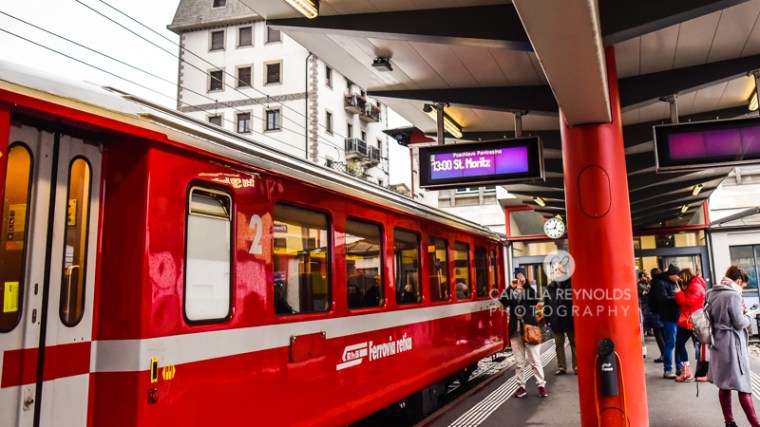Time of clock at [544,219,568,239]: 12:43
